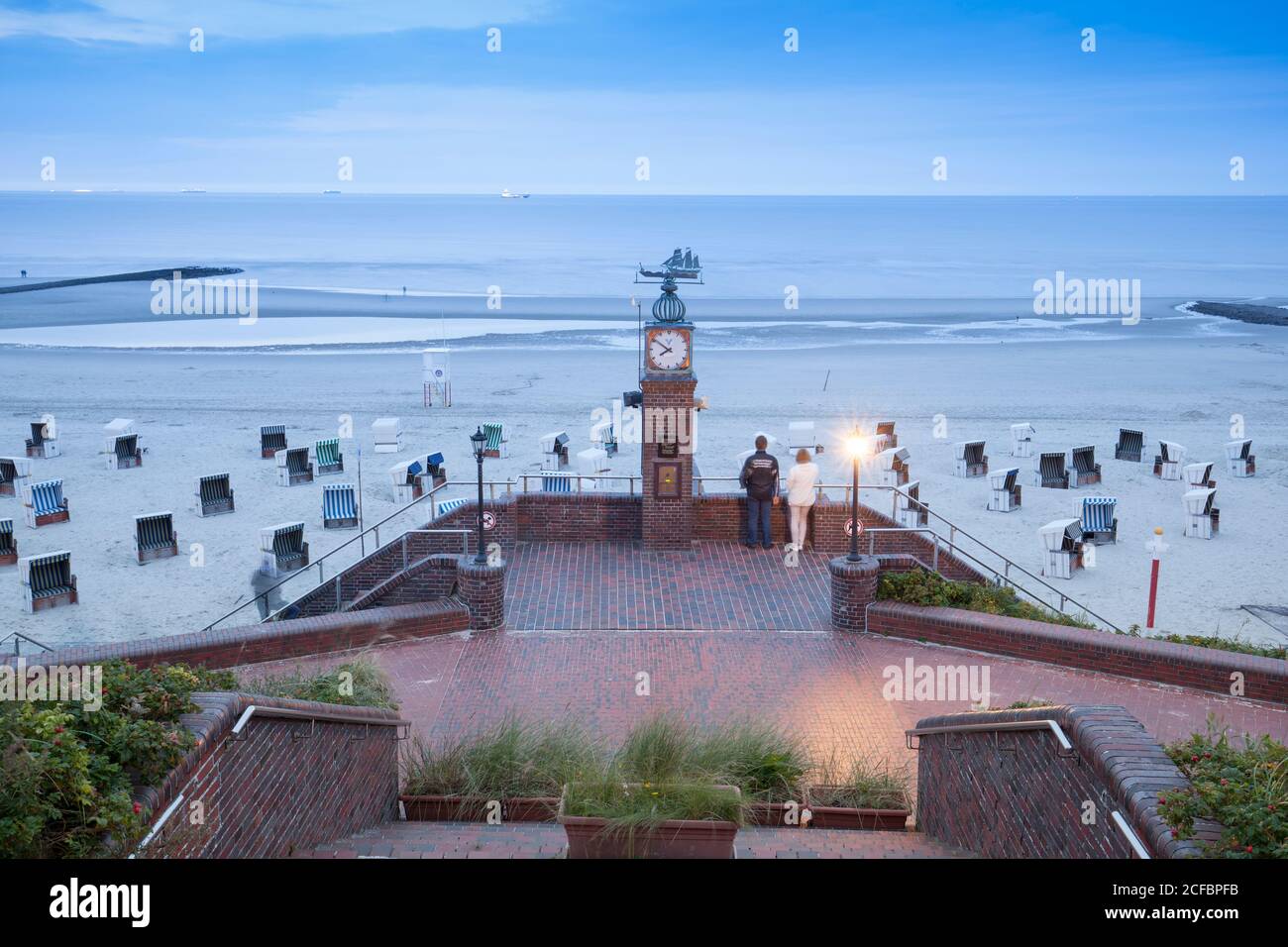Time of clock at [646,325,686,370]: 7:50
